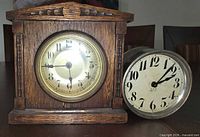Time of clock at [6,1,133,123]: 5:45
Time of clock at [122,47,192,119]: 2:07
